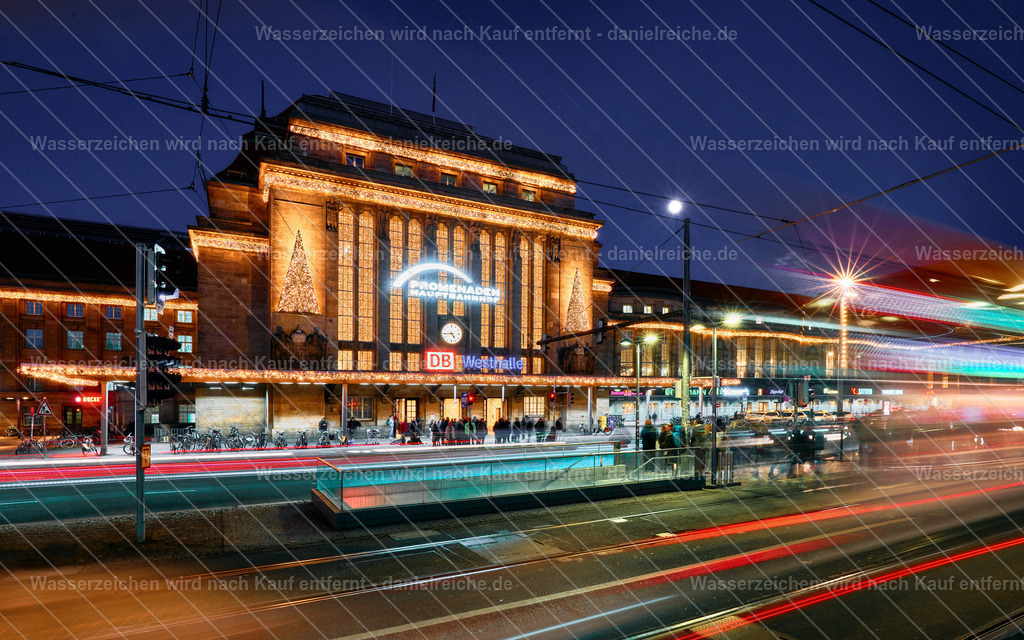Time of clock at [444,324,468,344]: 4:44
